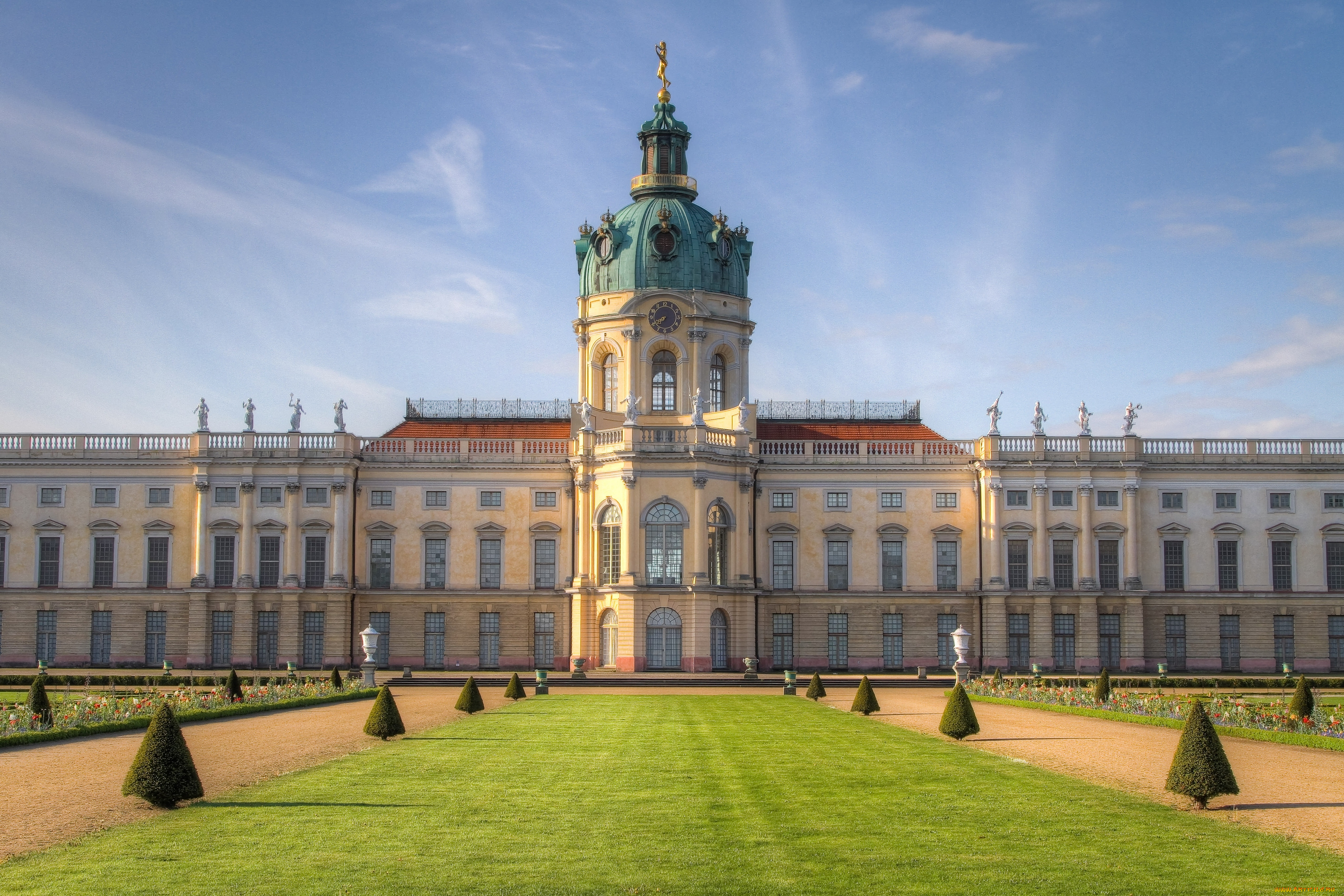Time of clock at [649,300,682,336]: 7:40
